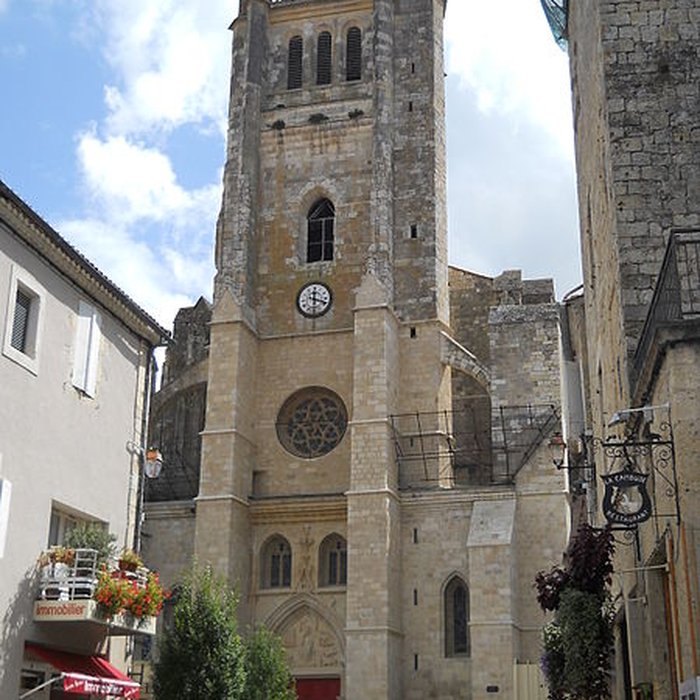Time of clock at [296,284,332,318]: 12:18
